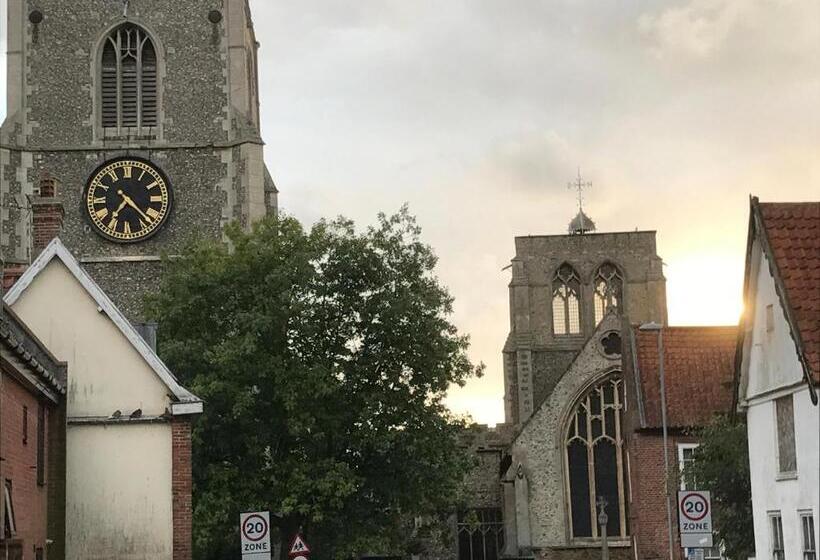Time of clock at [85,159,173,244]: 7:22
